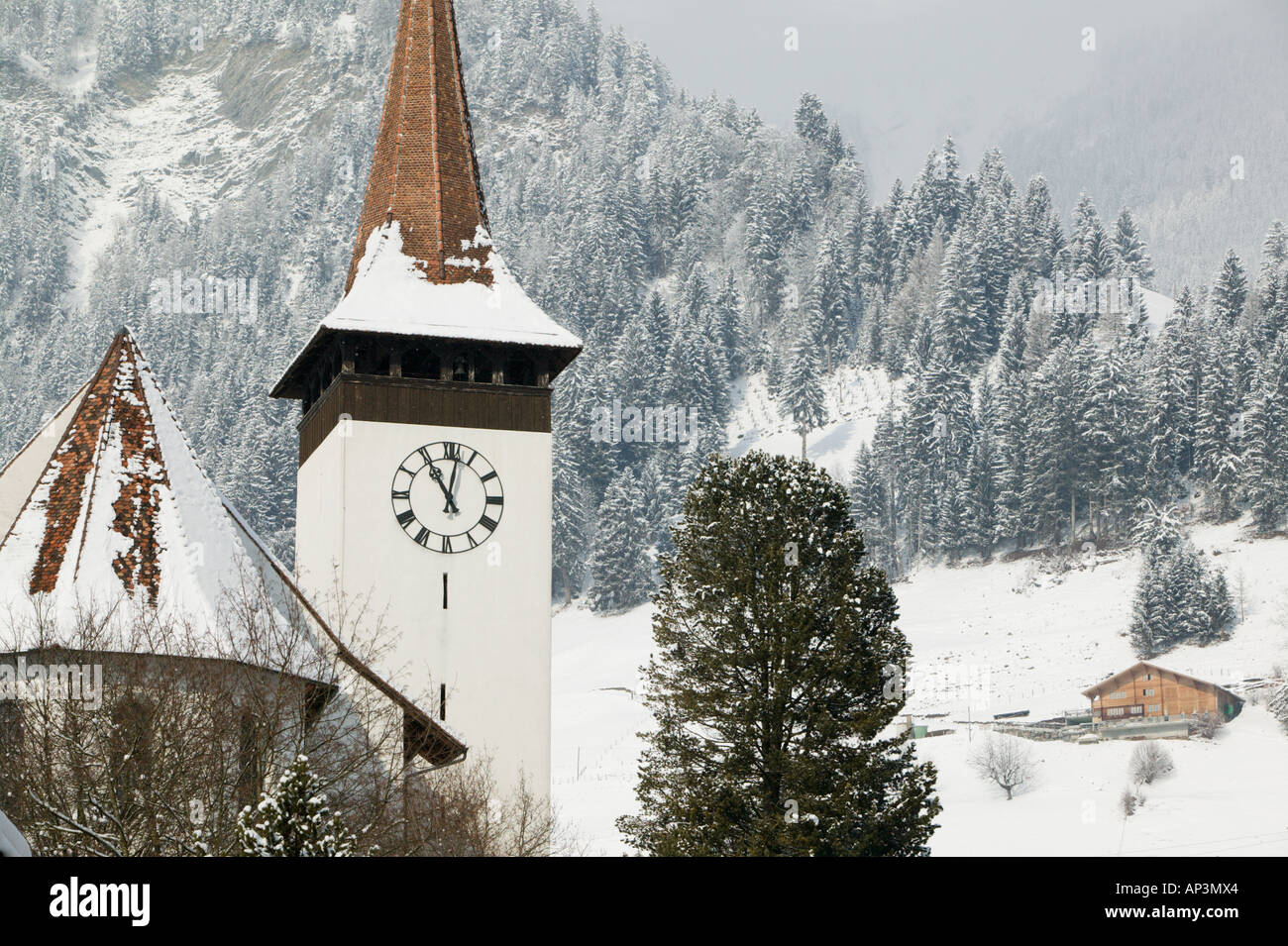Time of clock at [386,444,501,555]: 11:01
